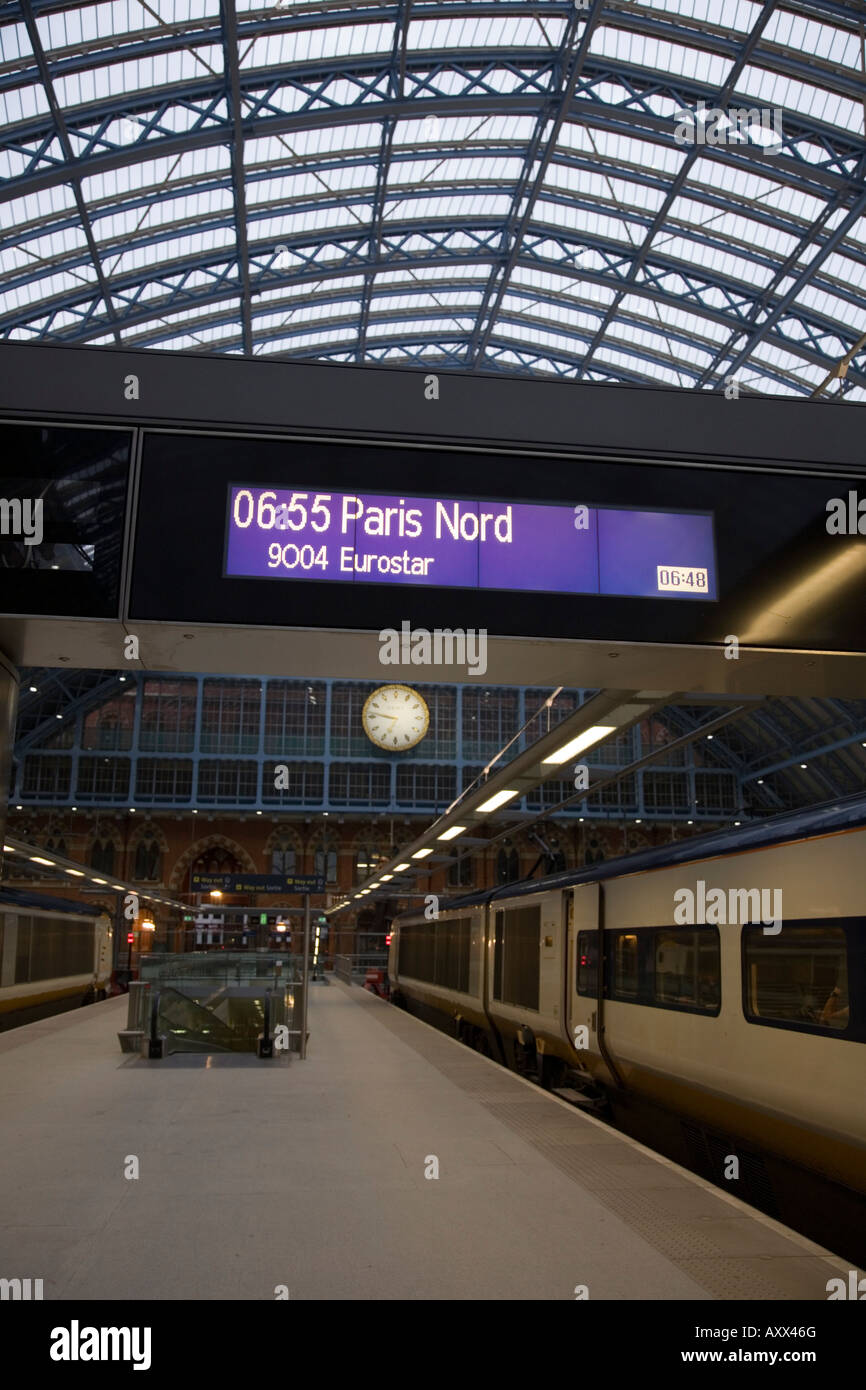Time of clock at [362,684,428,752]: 6:46
